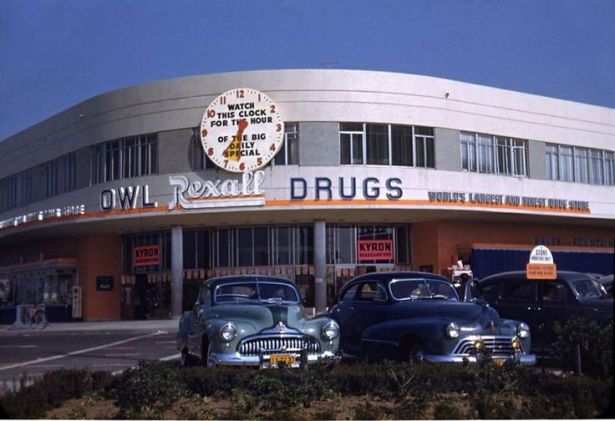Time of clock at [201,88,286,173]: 6:36
